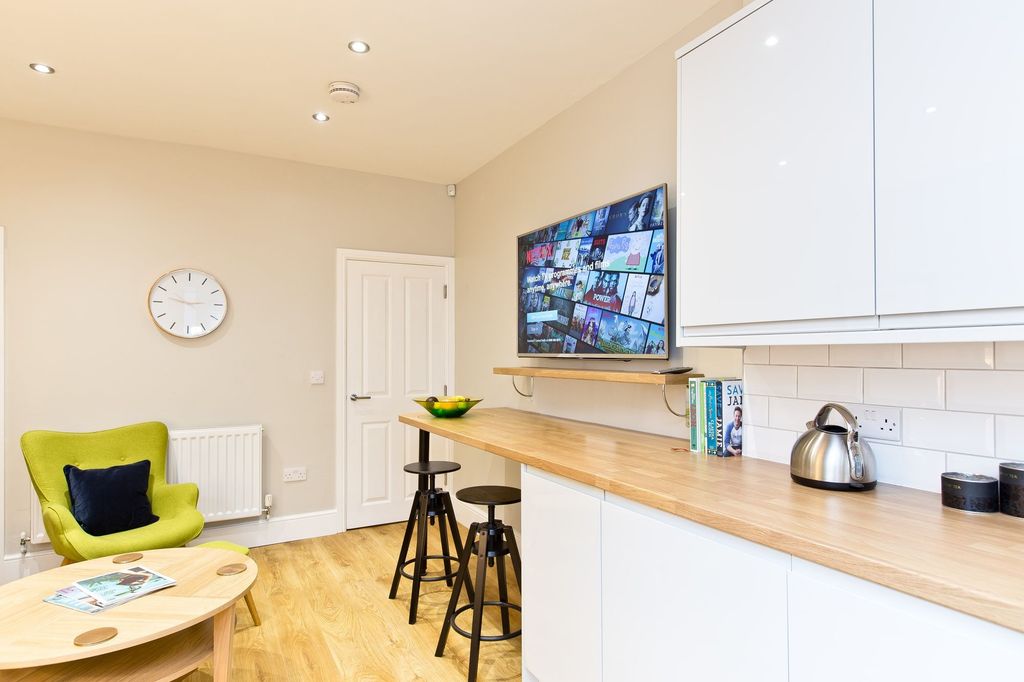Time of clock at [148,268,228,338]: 2:47
